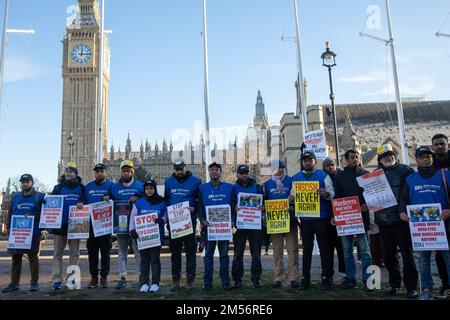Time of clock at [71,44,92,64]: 12:14
